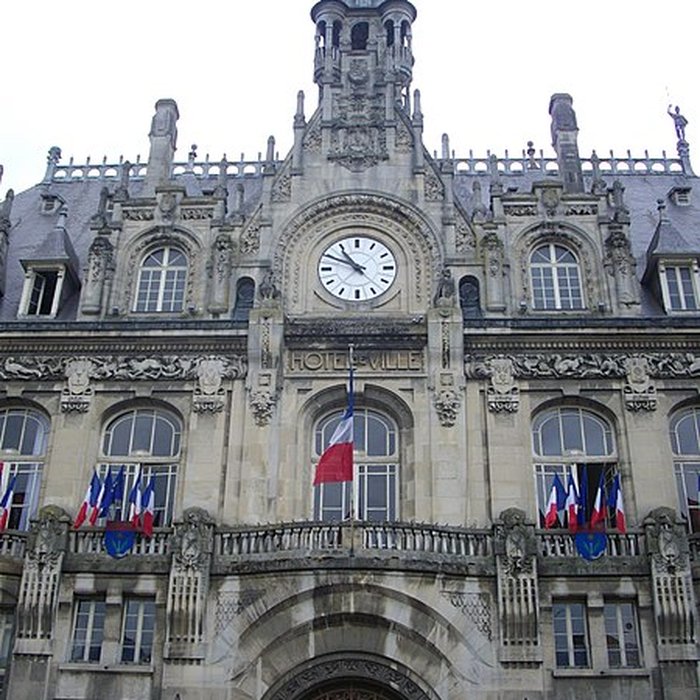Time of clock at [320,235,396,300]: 10:49
